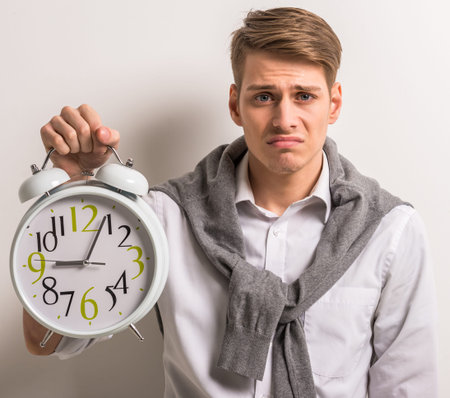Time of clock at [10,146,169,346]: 9:04
